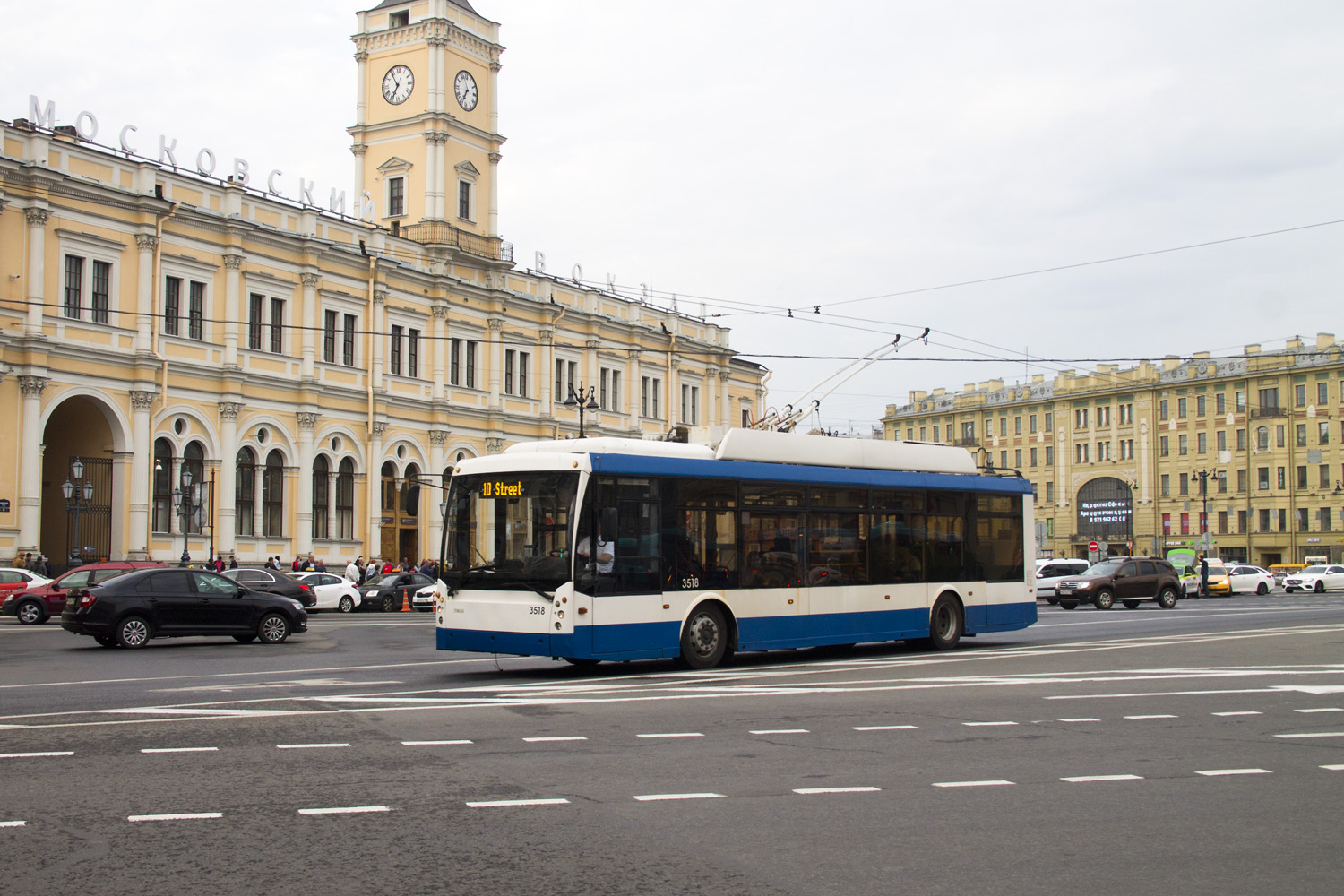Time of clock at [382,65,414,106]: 6:54
